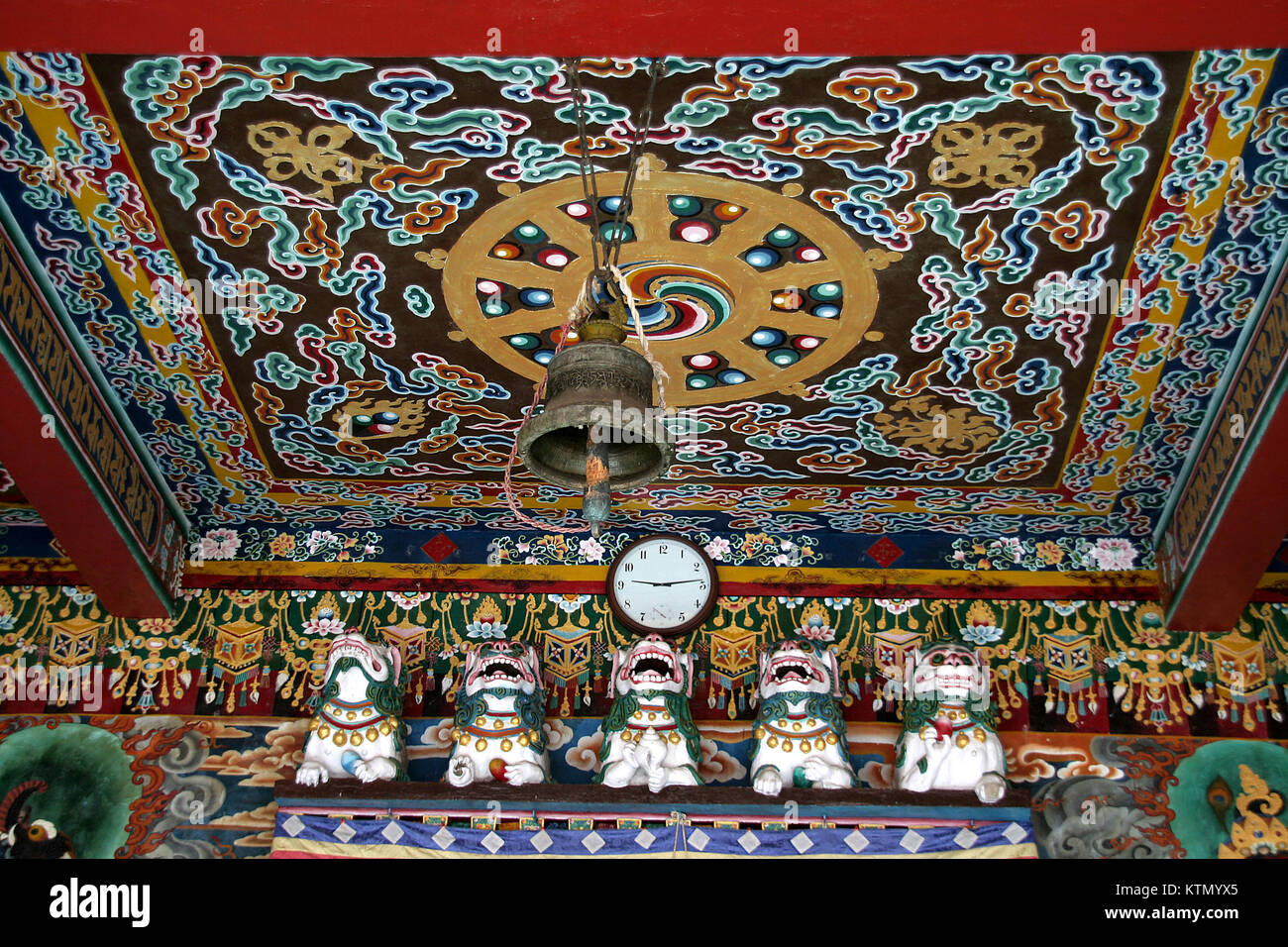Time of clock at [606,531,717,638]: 9:13
